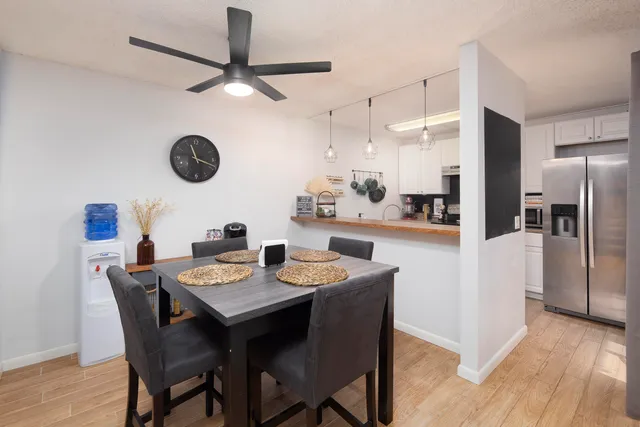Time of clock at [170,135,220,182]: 11:18
